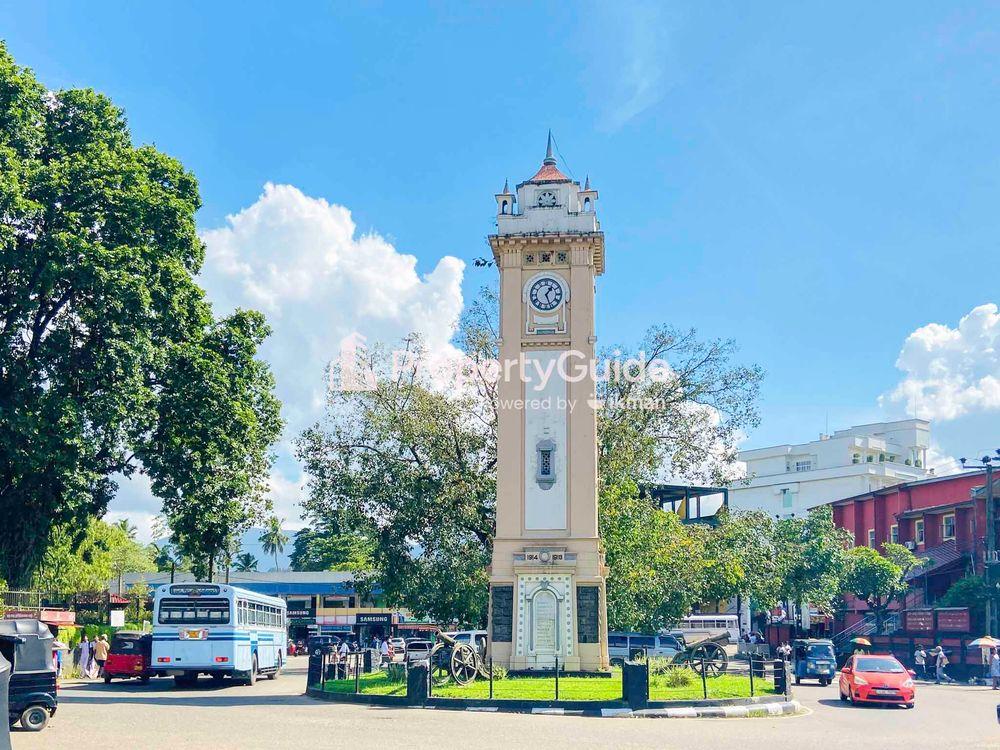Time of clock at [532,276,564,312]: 1:26
